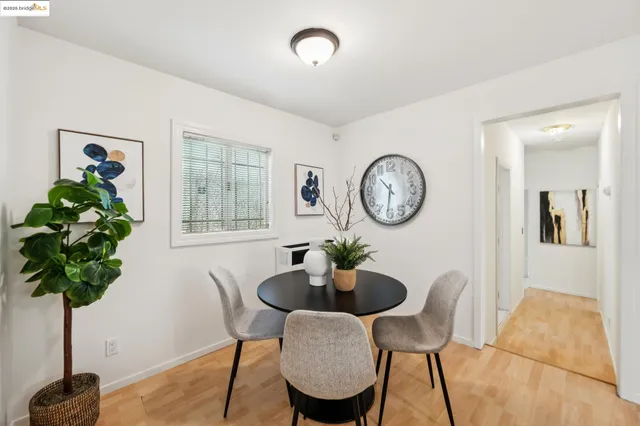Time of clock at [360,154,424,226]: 10:31
